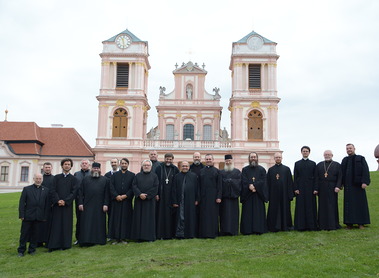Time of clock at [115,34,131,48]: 11:28
